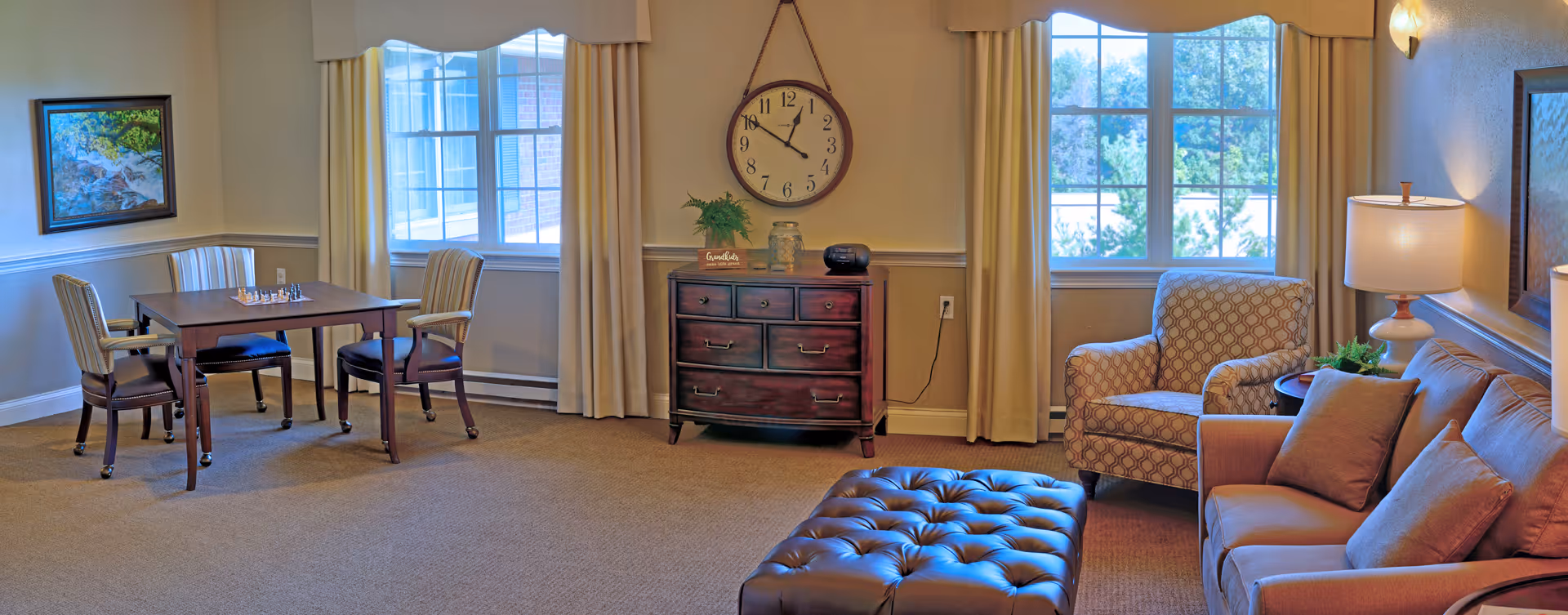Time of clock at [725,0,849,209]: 12:50
